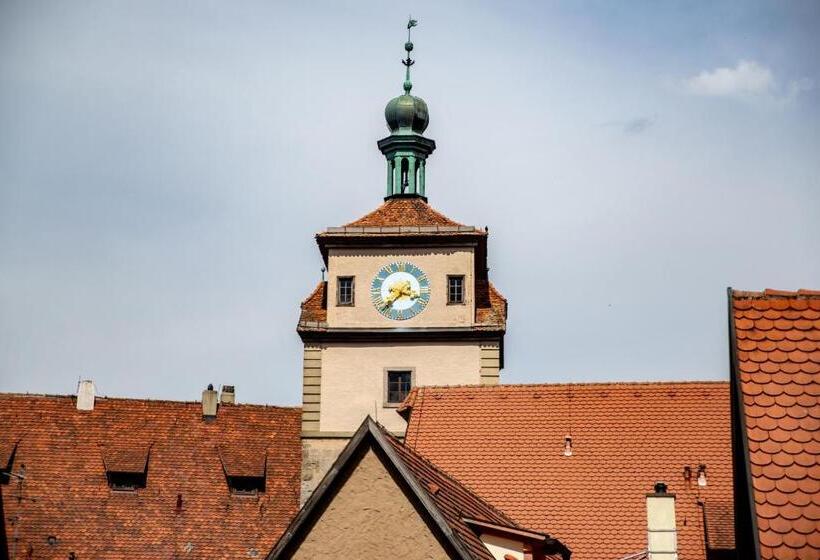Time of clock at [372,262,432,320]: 3:37
